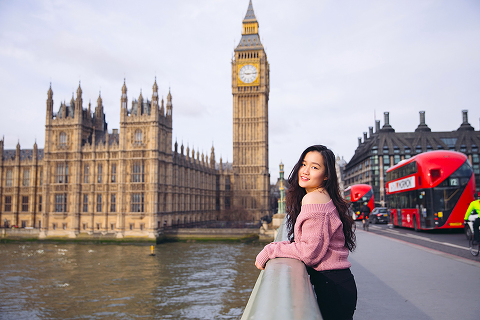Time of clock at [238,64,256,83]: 9:14
